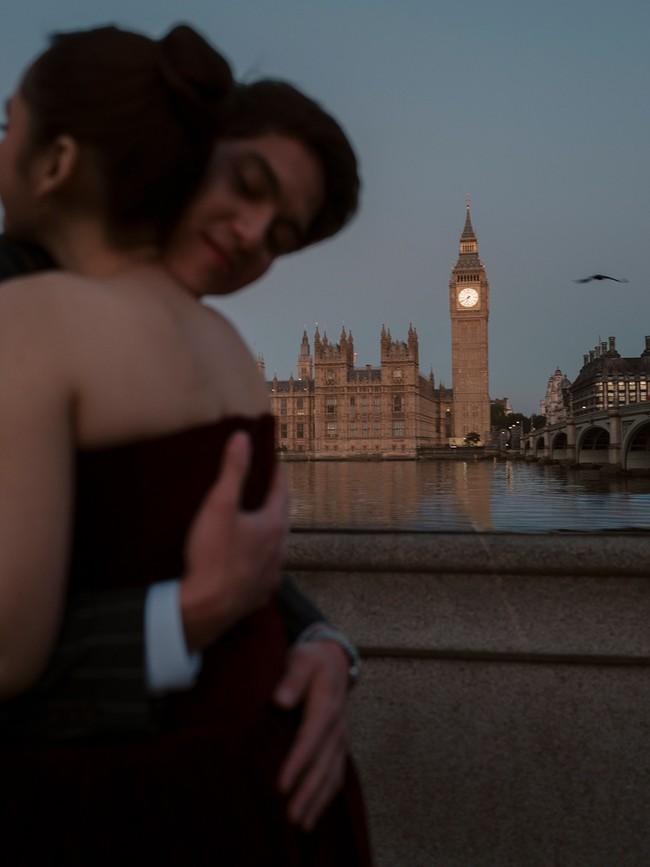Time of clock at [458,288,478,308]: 6:40
